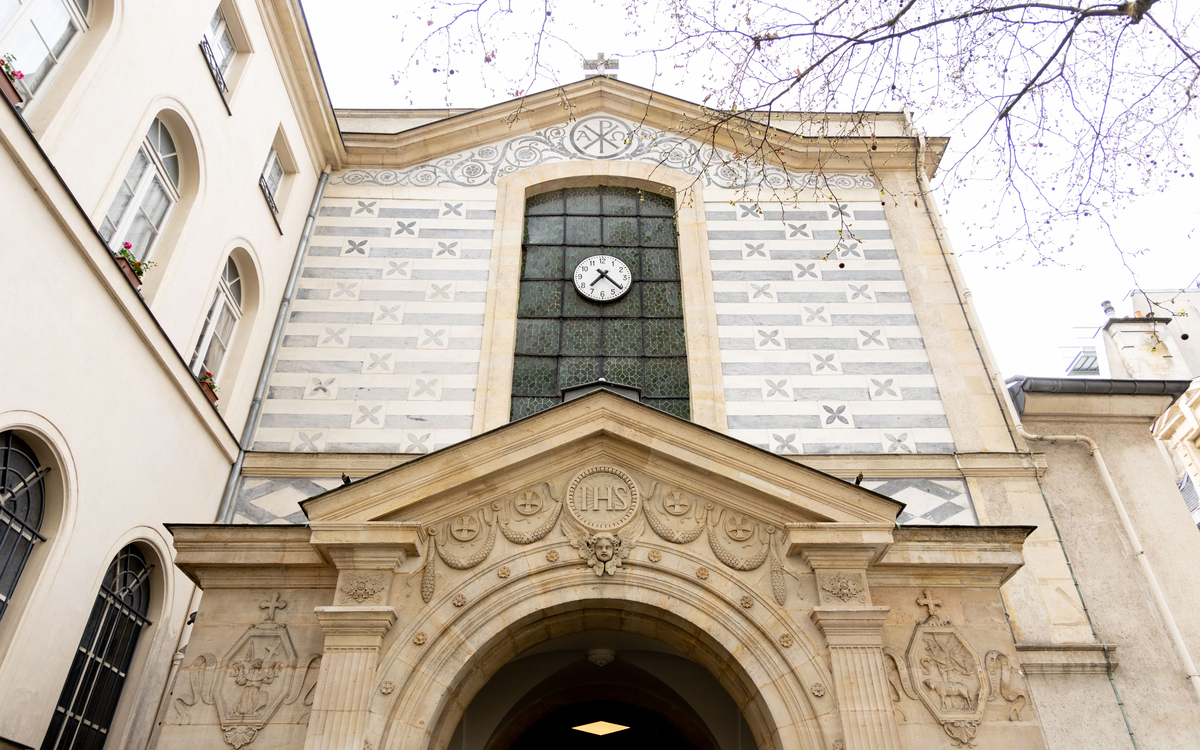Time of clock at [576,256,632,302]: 7:21
